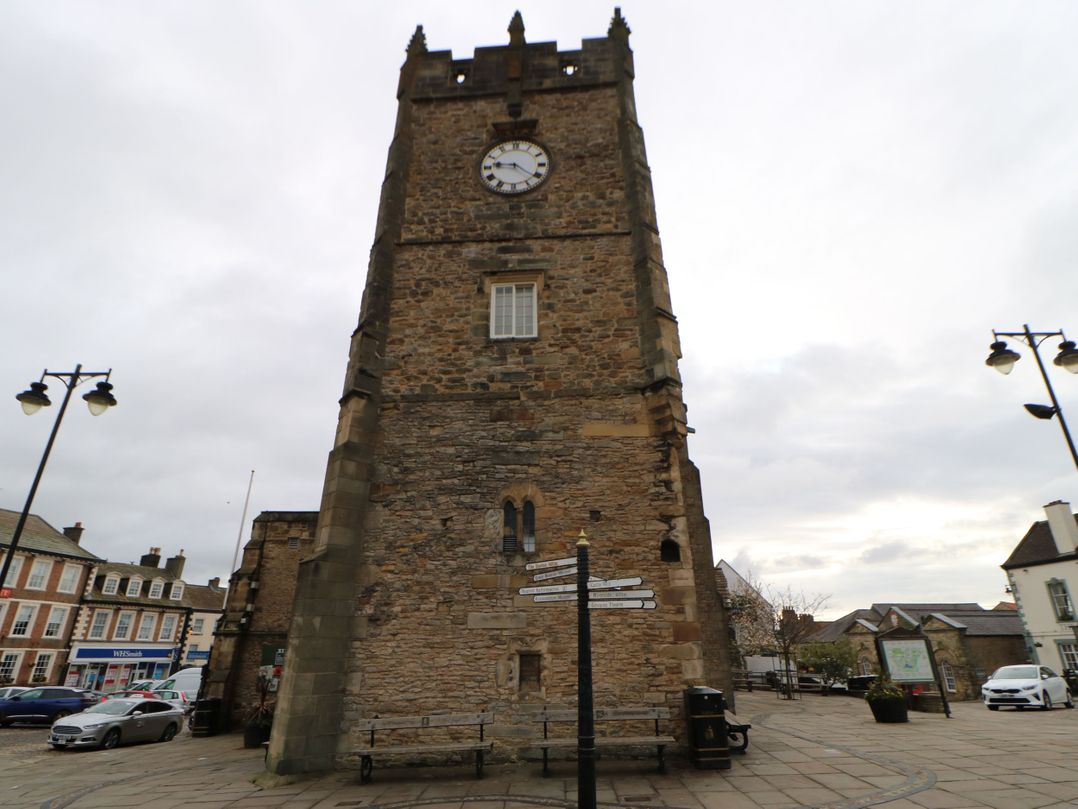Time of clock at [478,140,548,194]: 9:21
